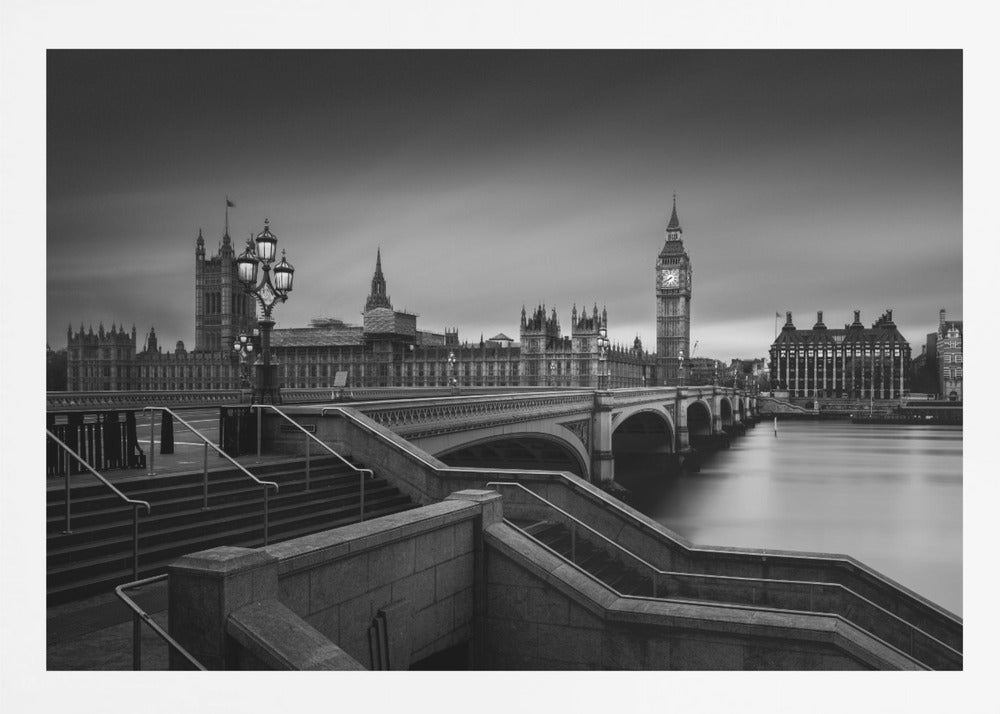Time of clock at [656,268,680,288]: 7:40
